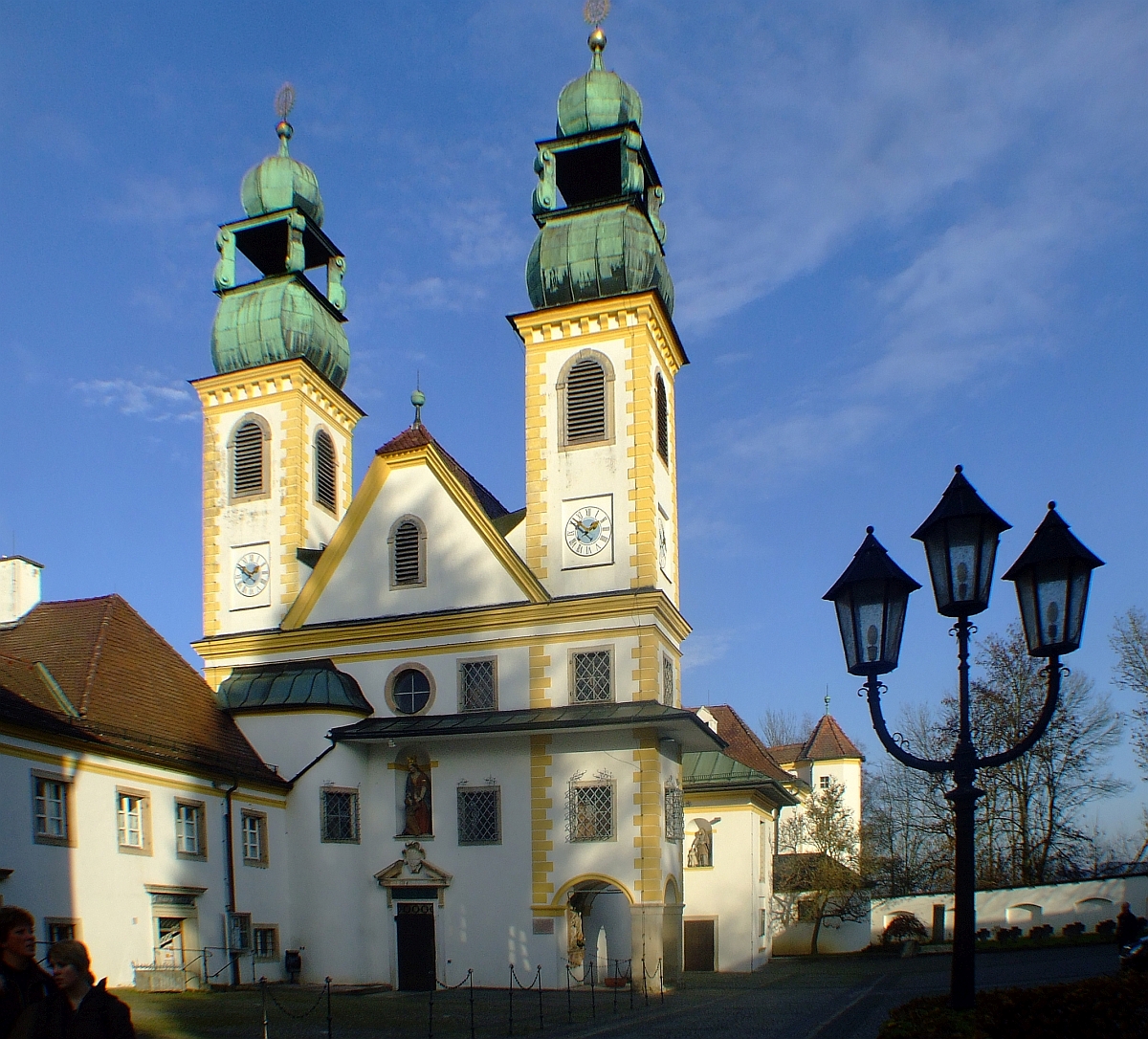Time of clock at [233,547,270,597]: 1:50
